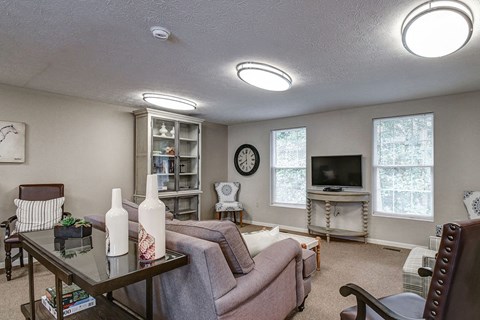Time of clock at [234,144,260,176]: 7:59
